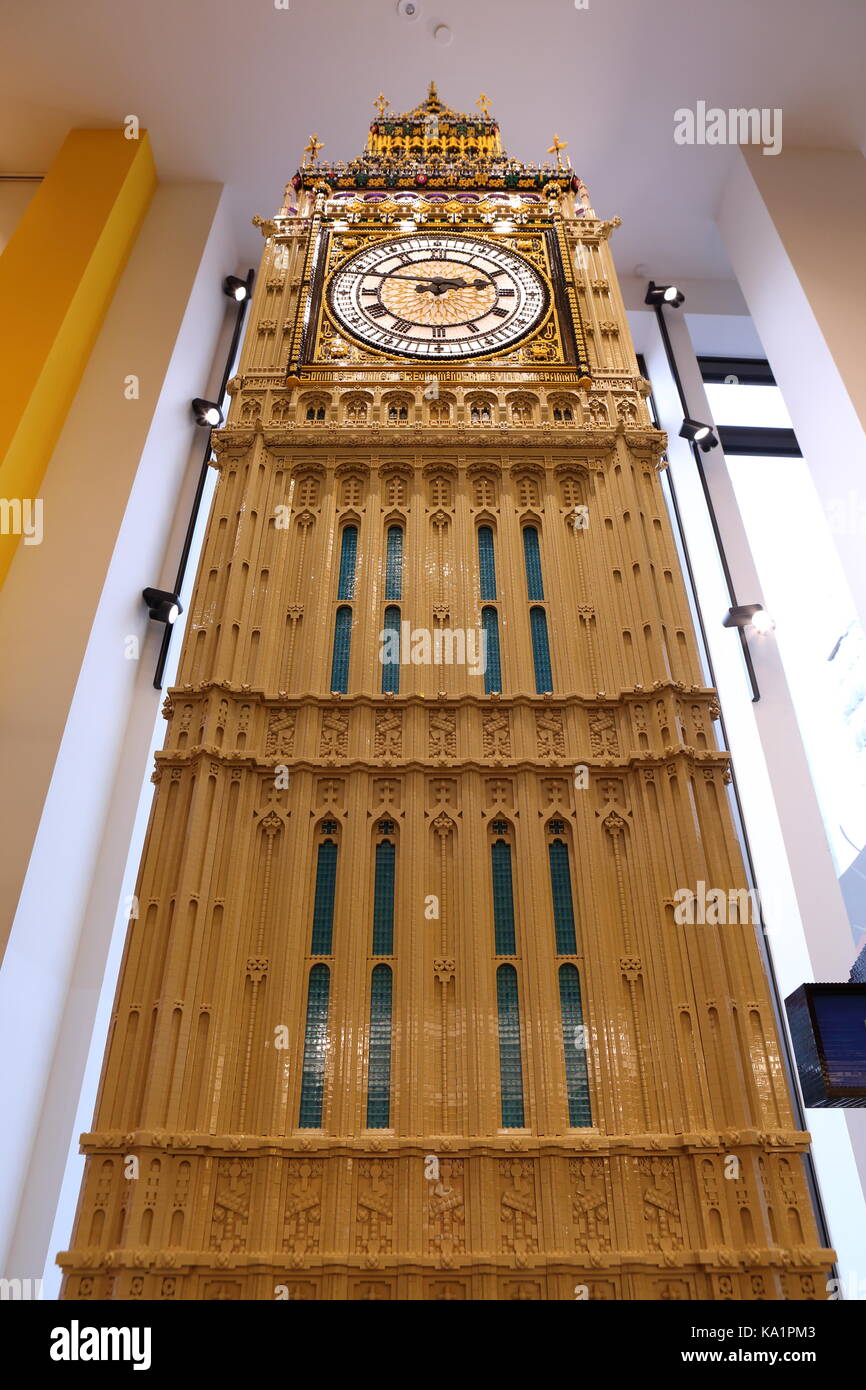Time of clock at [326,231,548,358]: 2:48
